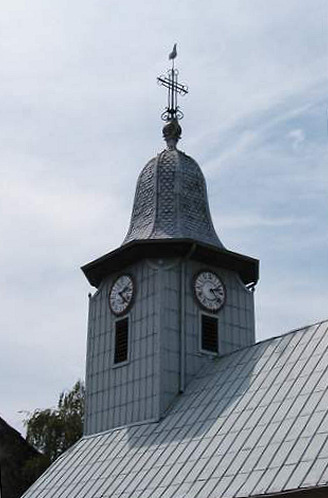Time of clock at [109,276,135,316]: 2:21
